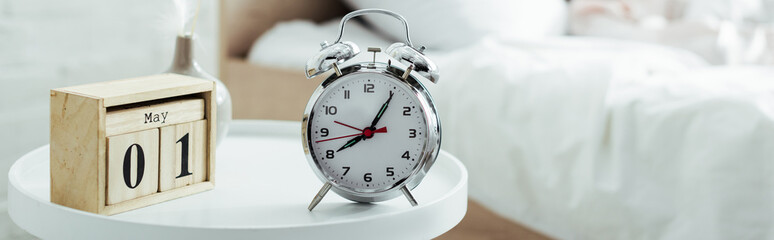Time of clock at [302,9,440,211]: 8:05
